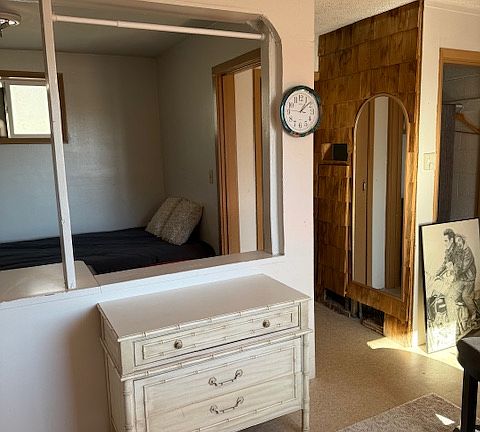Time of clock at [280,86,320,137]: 1:08
